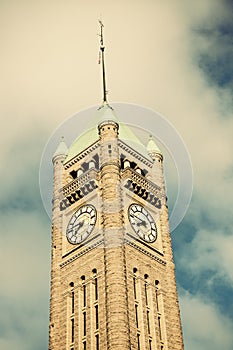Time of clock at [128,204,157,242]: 7:46
